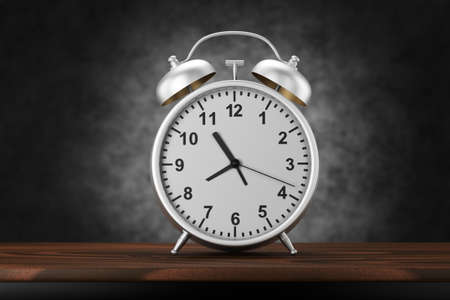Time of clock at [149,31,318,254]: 7:54
